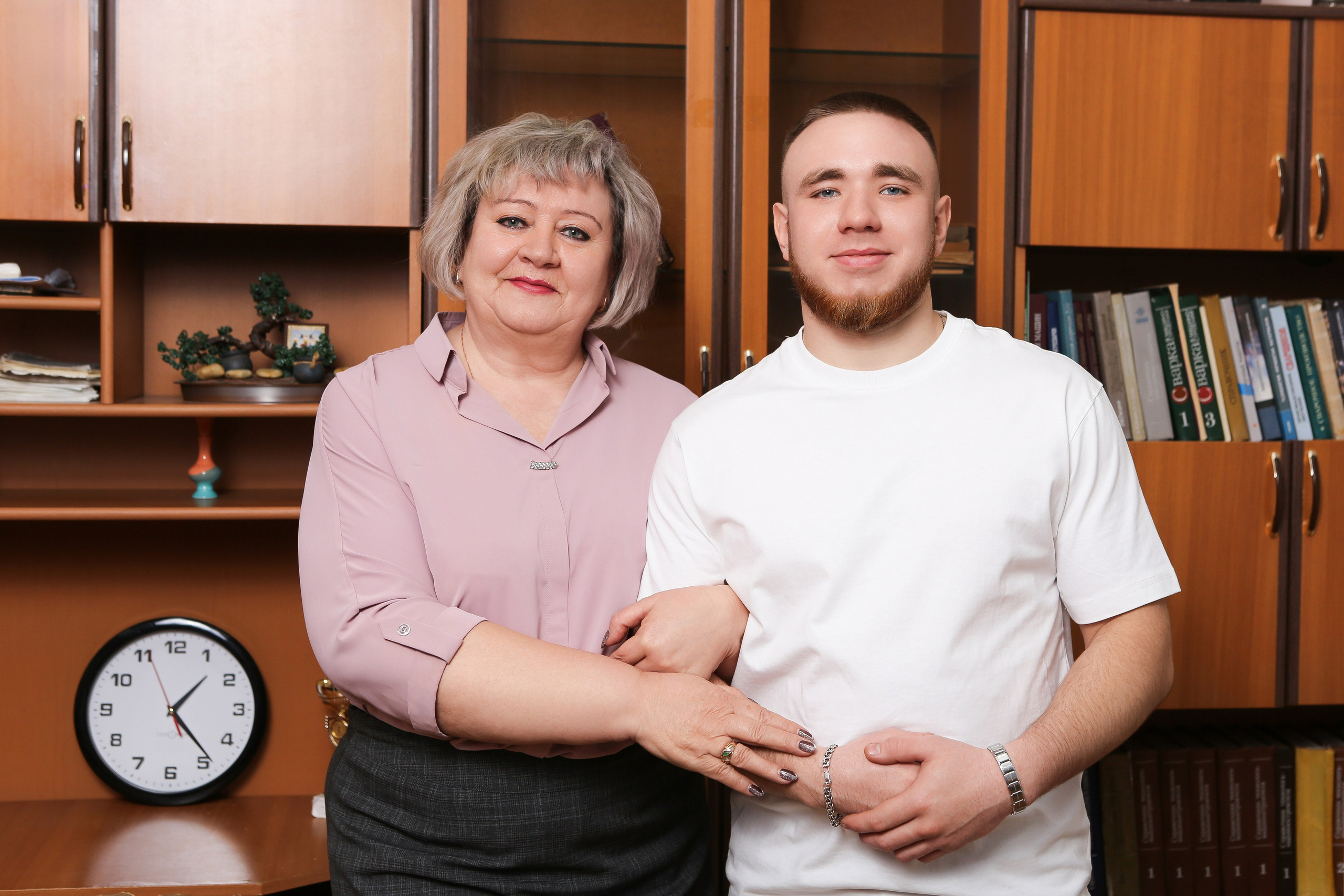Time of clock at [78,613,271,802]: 1:23
